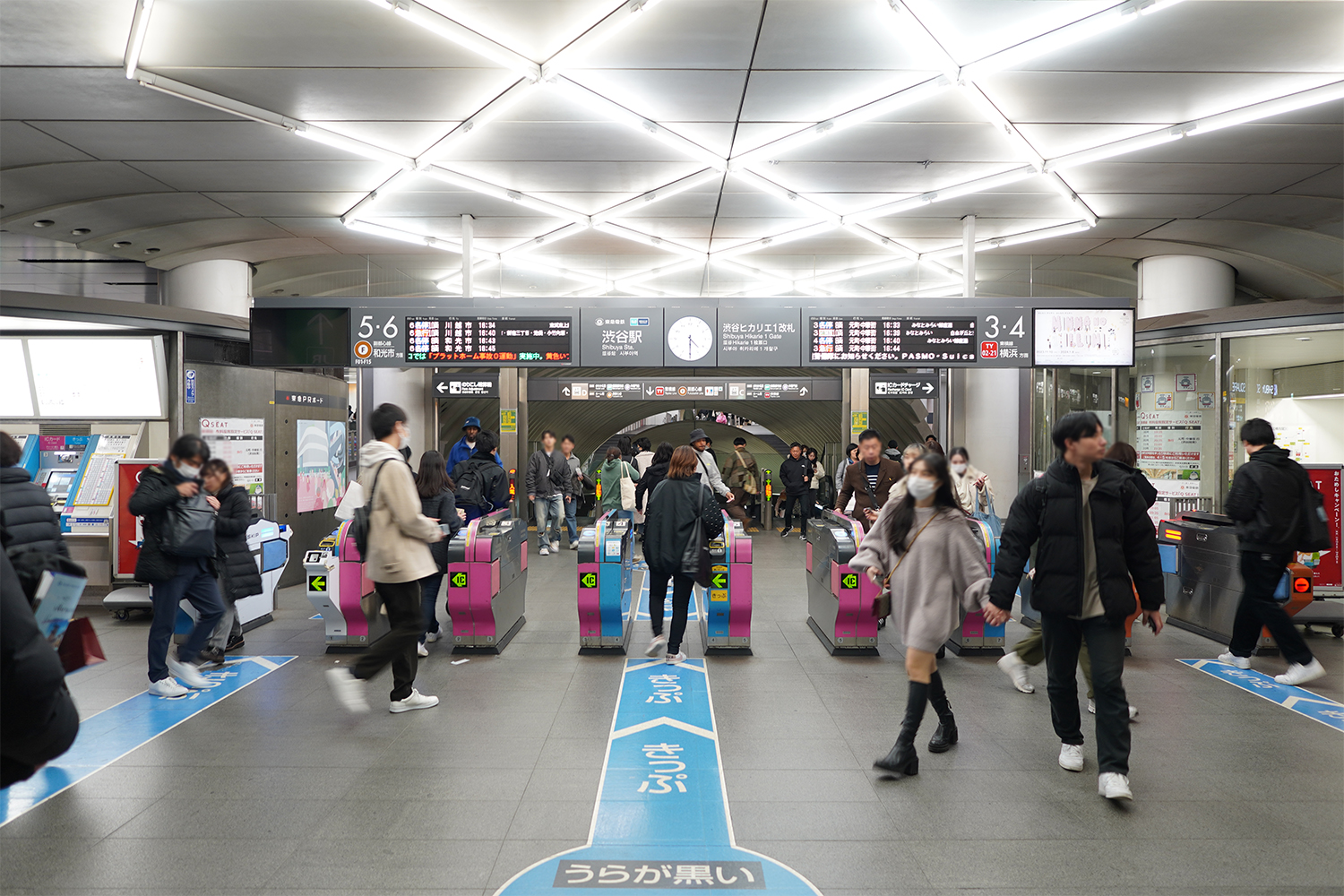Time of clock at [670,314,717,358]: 4:29
